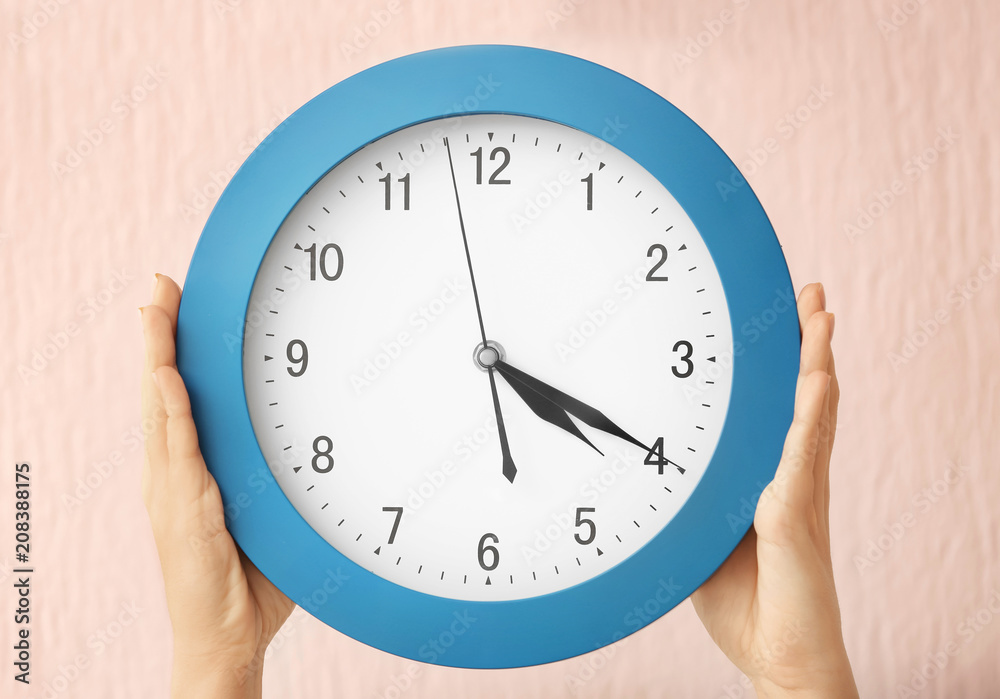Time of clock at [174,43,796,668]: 4:19
